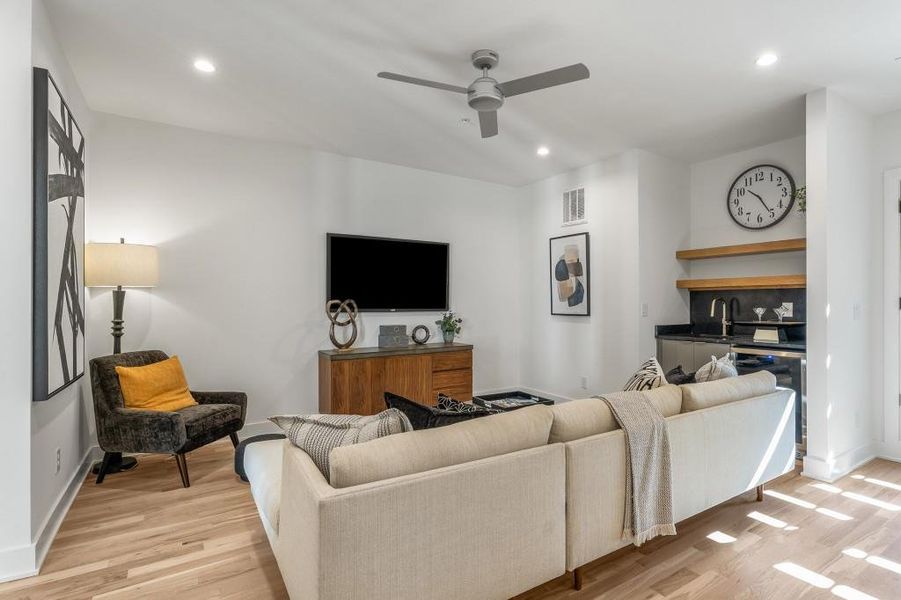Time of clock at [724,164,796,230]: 10:24
